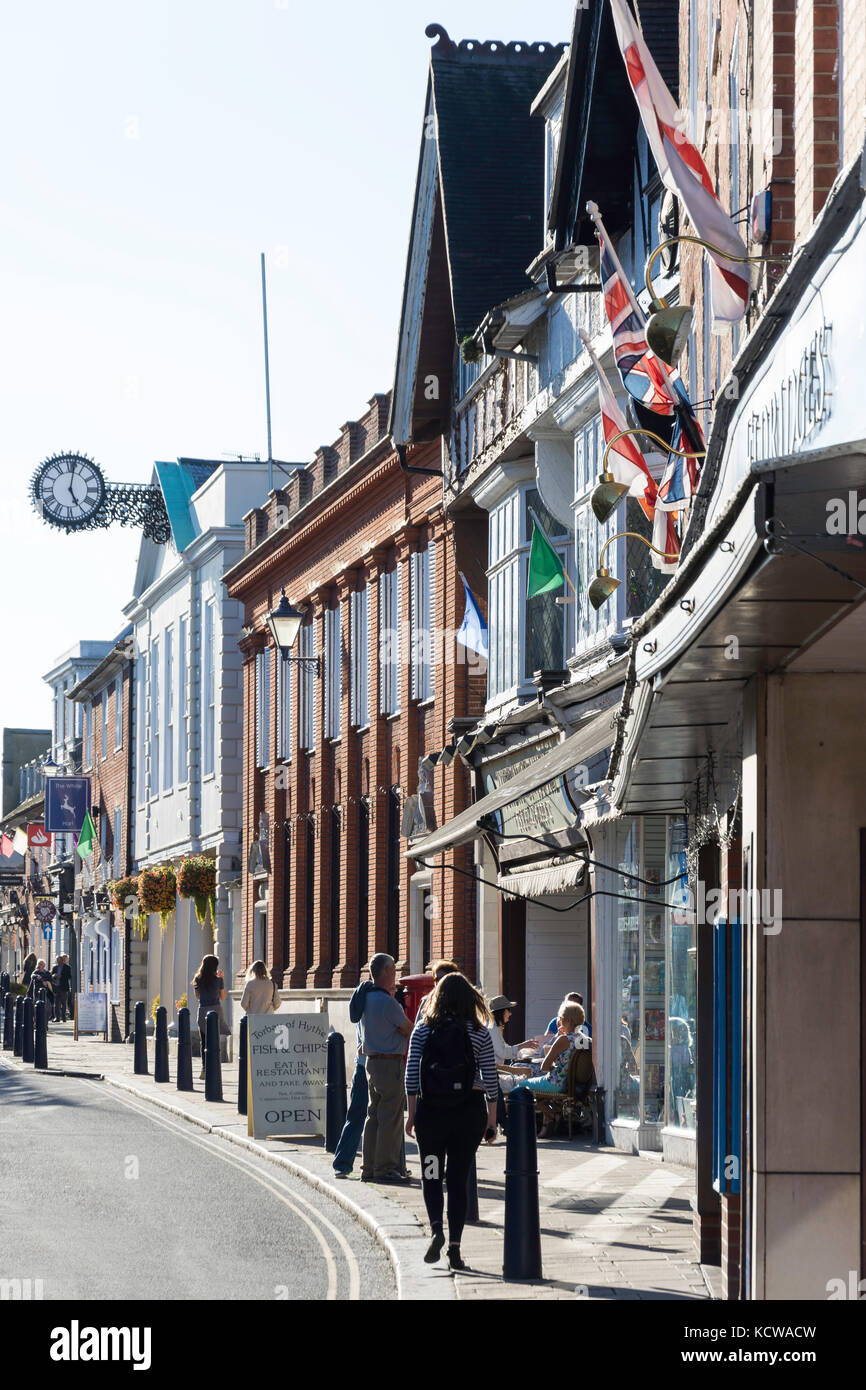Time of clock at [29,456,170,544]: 5:02
